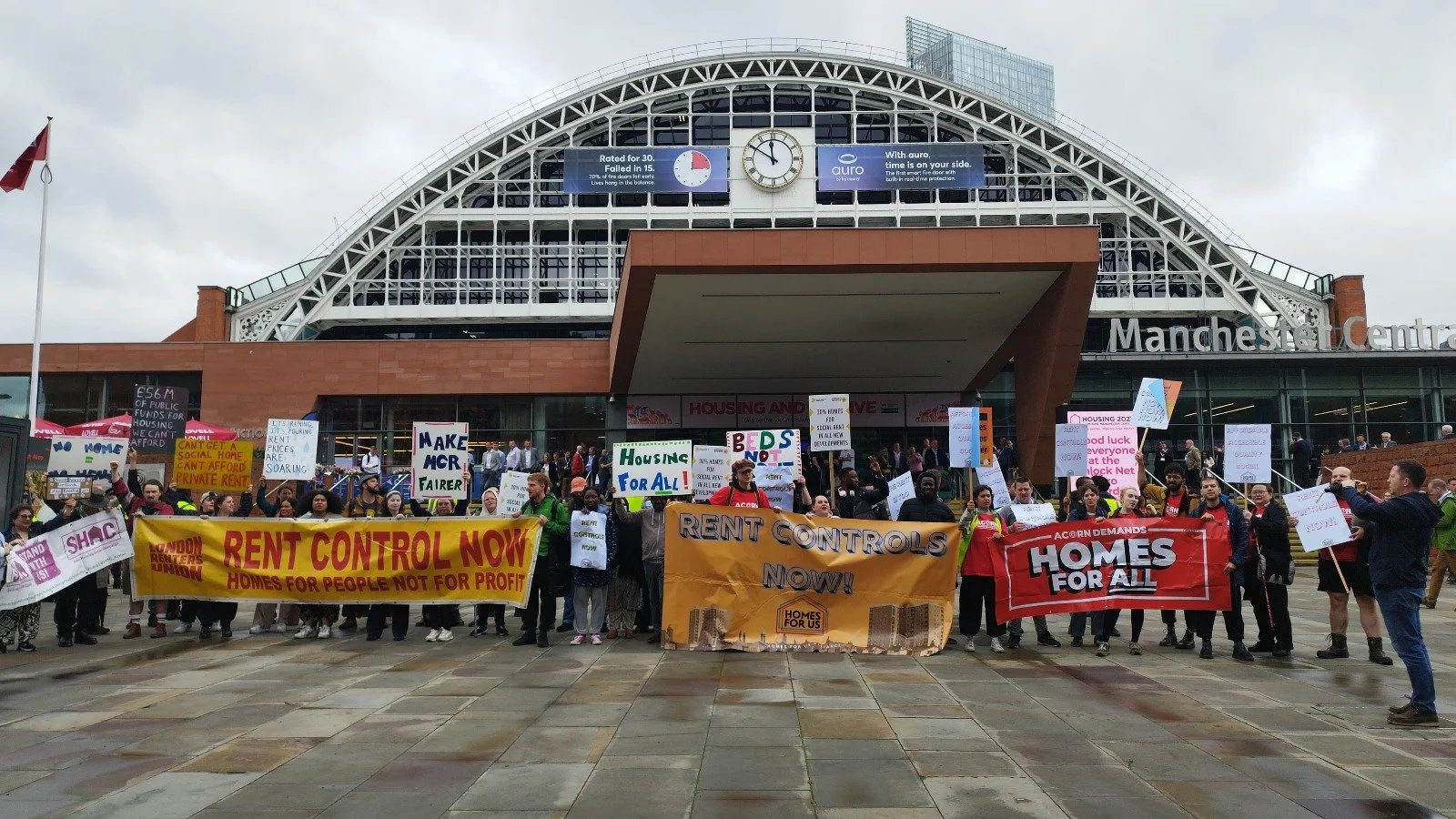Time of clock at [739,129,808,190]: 11:50
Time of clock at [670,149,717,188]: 3:00
